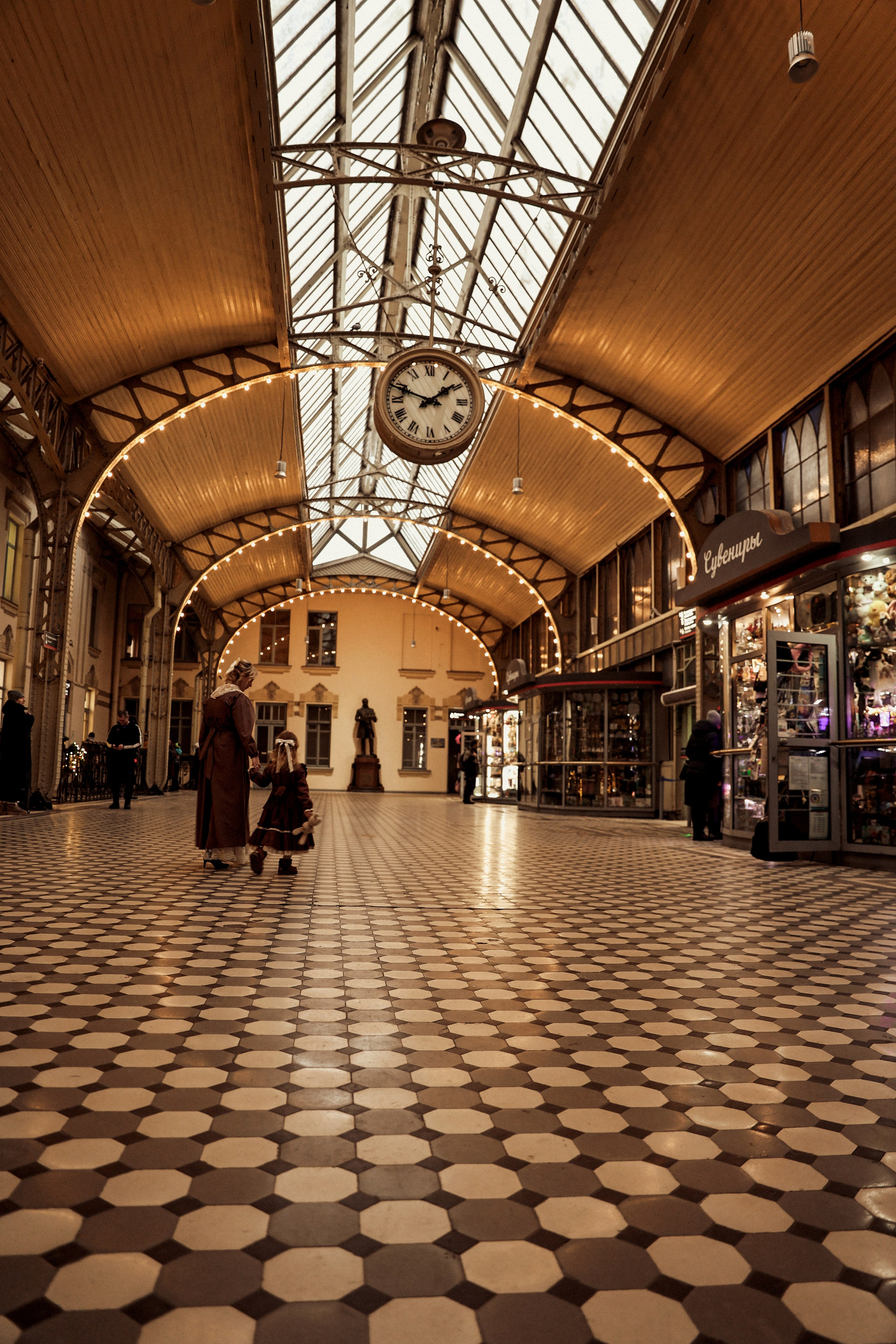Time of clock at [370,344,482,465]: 1:48
